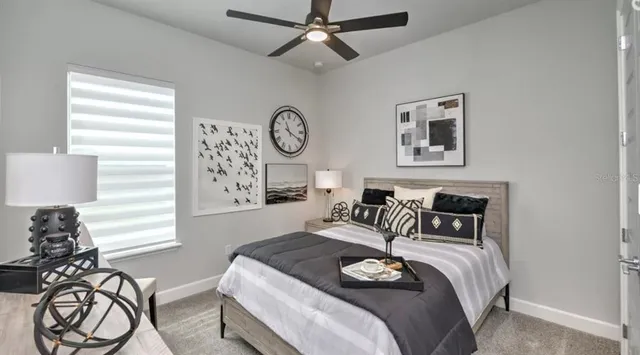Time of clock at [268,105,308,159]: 11:19
